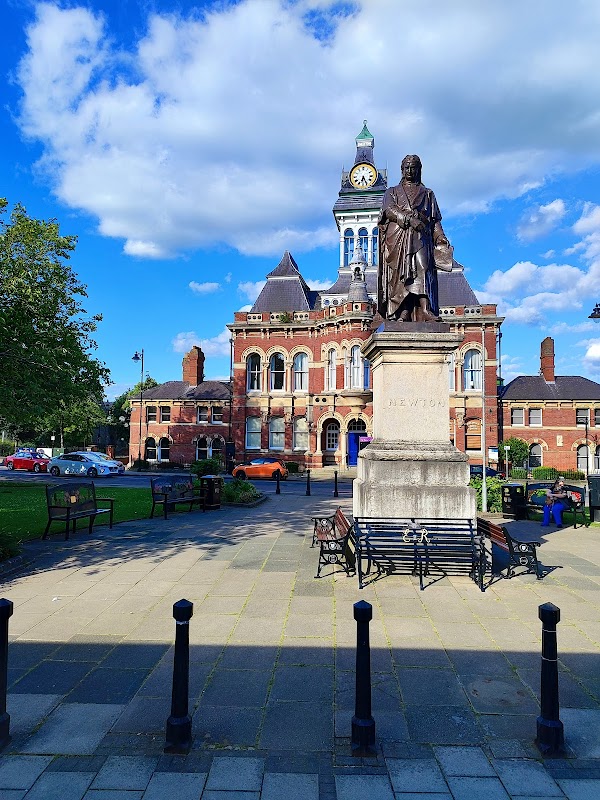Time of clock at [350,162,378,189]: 6:25
